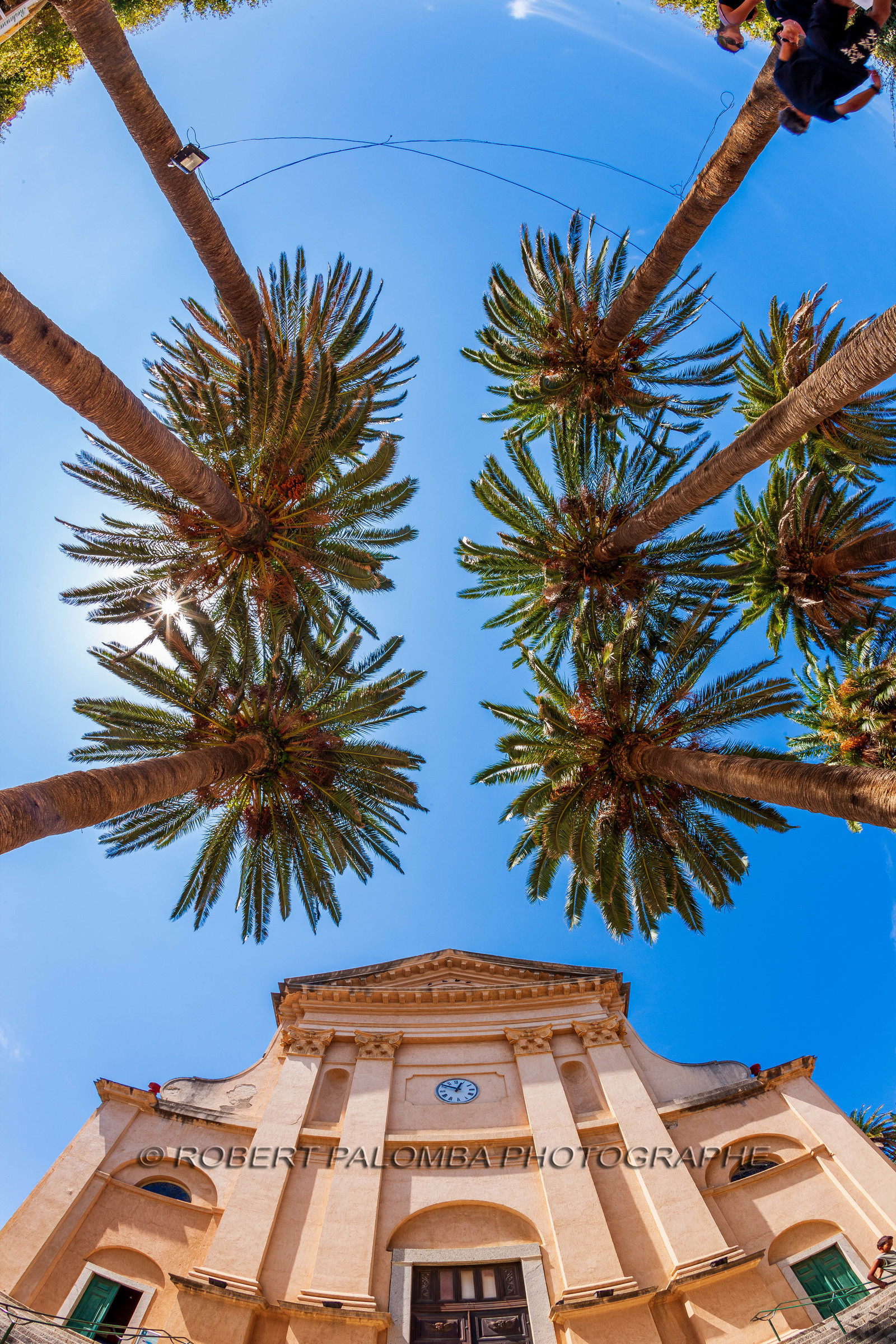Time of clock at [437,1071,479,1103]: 12:50
